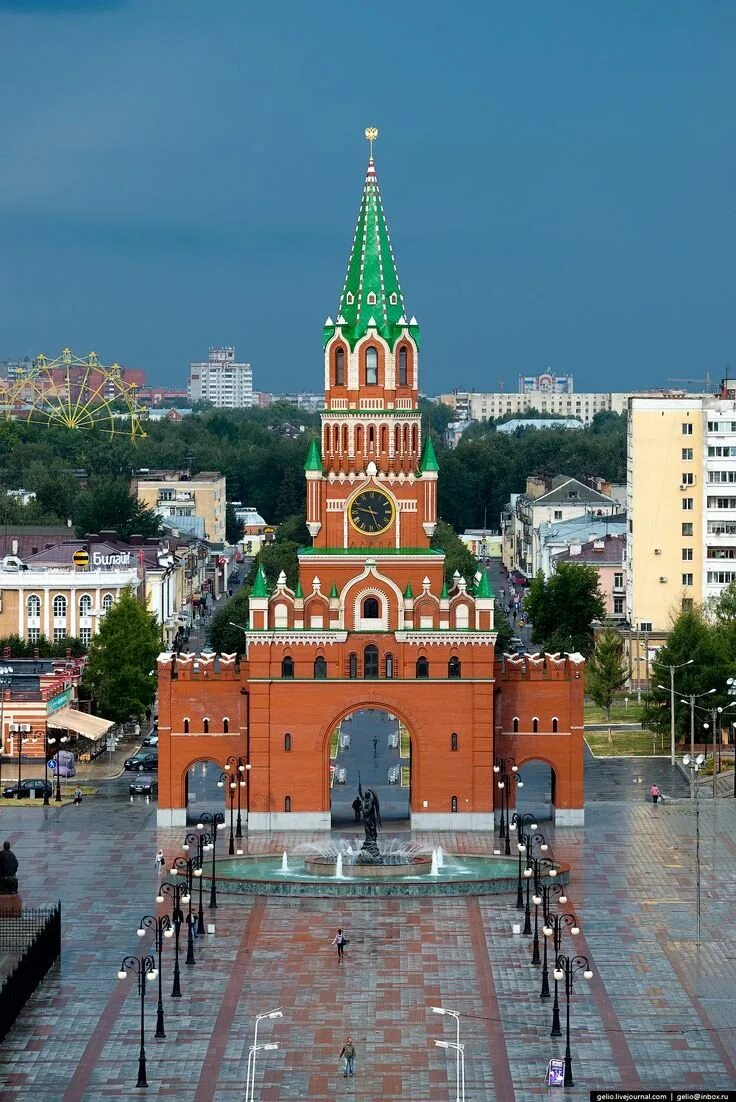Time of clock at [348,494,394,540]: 9:26
